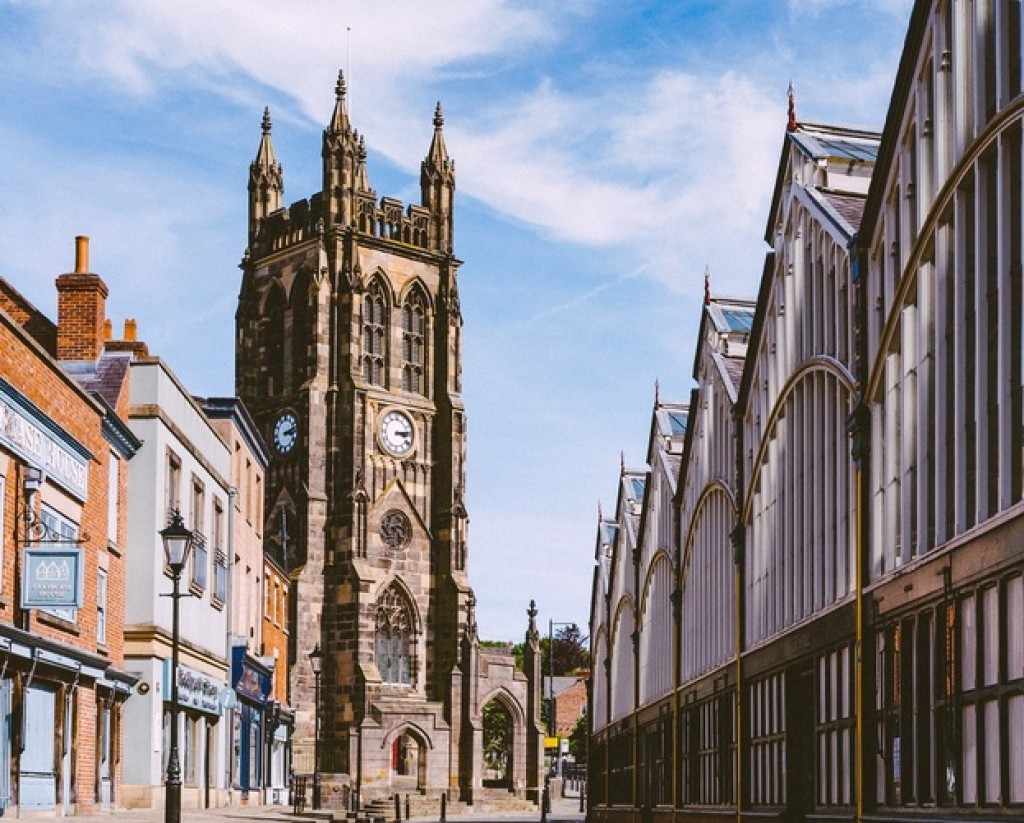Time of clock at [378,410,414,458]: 3:13
